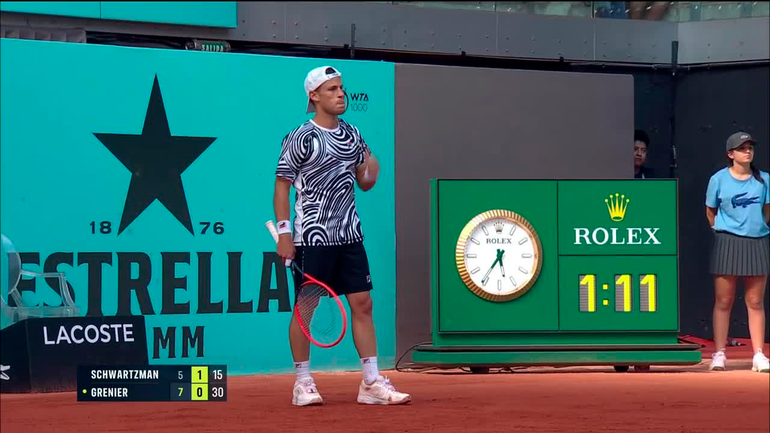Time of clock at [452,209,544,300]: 5:35
